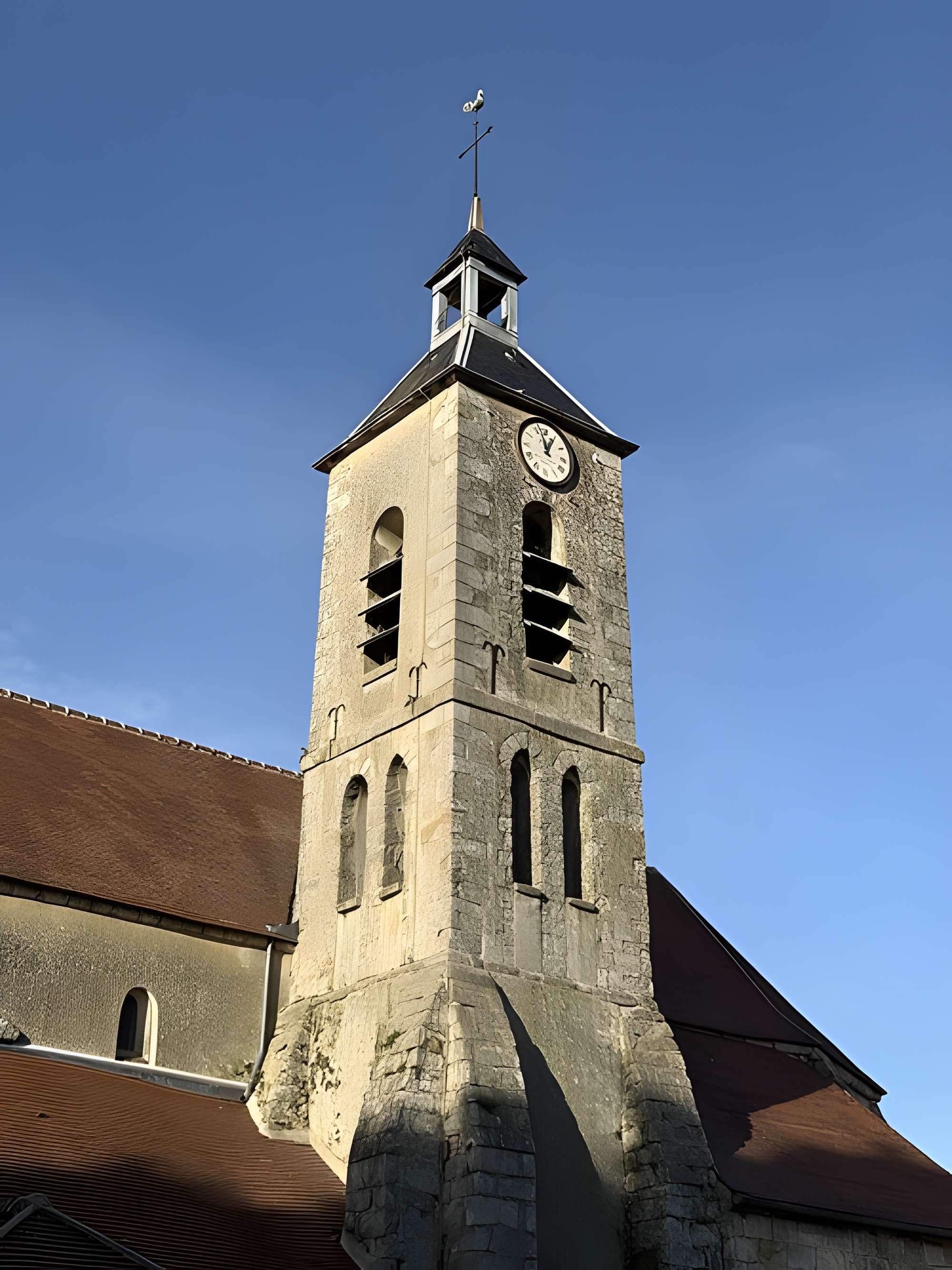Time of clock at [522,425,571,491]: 12:57
